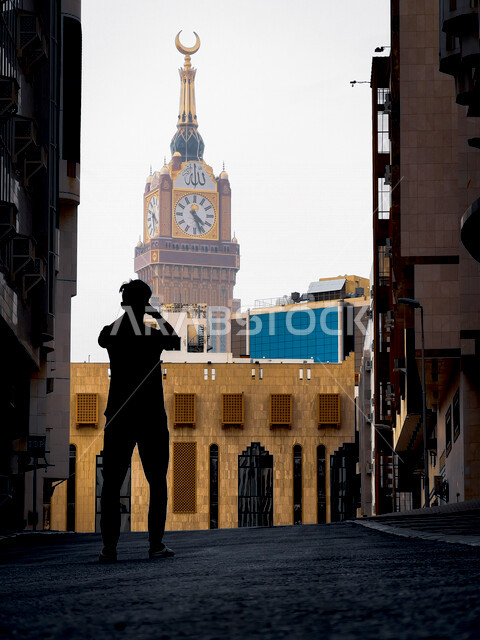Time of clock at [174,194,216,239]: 4:26
